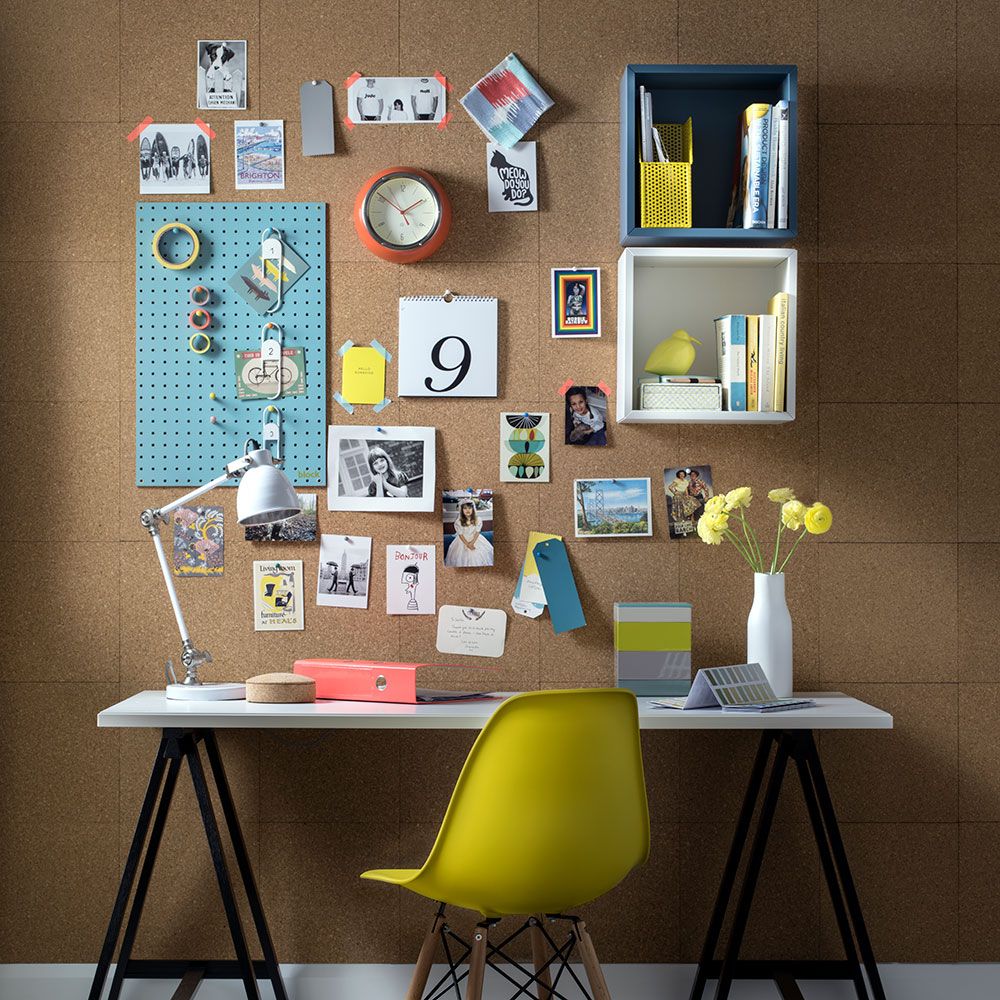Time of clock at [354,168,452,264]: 1:51
